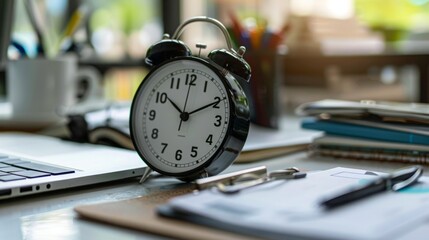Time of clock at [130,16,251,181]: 10:10
